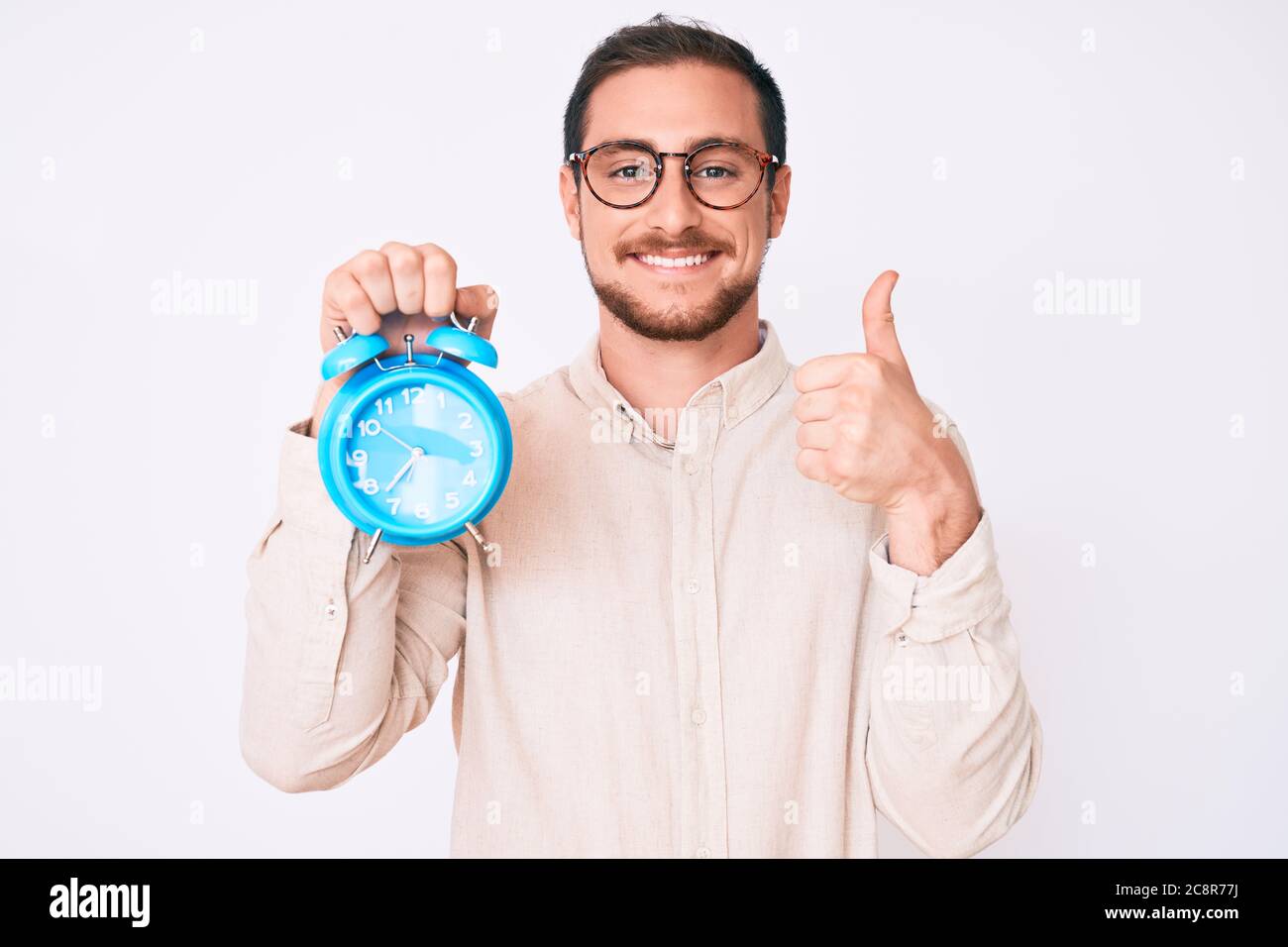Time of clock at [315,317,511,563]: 3:37
